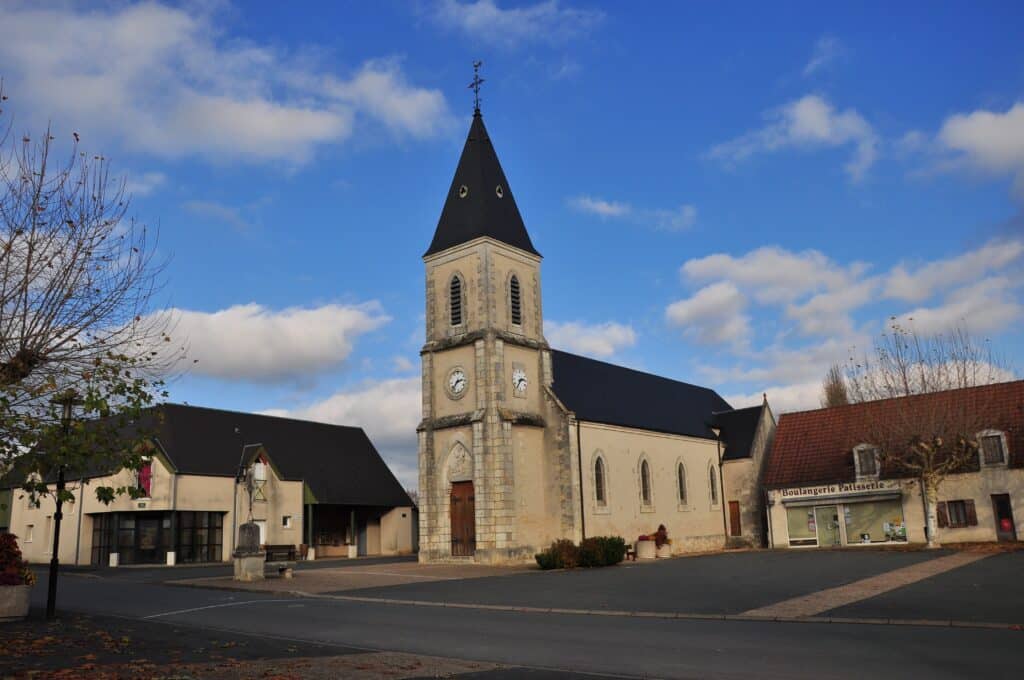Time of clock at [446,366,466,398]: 2:36
